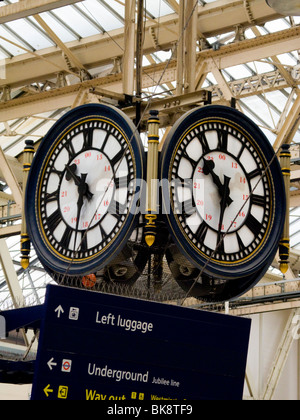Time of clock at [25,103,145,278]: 10:32
